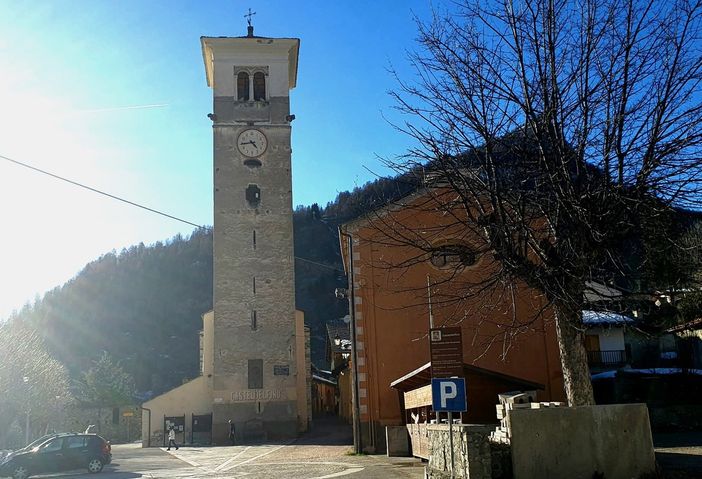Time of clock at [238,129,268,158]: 4:43
